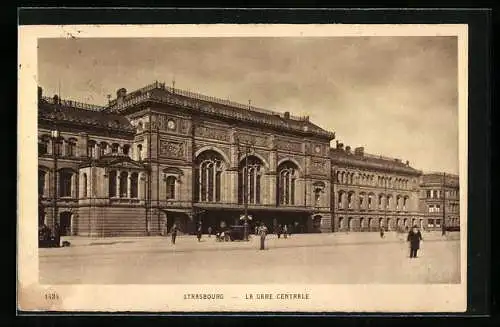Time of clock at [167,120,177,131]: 7:12
